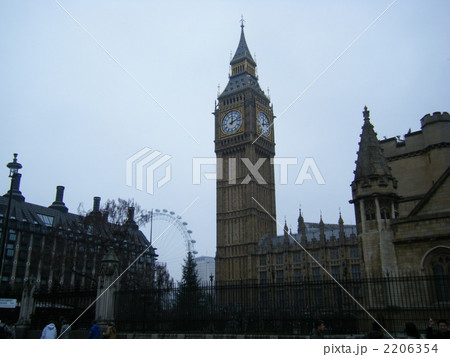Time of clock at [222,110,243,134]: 12:11
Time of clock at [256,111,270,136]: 12:12
